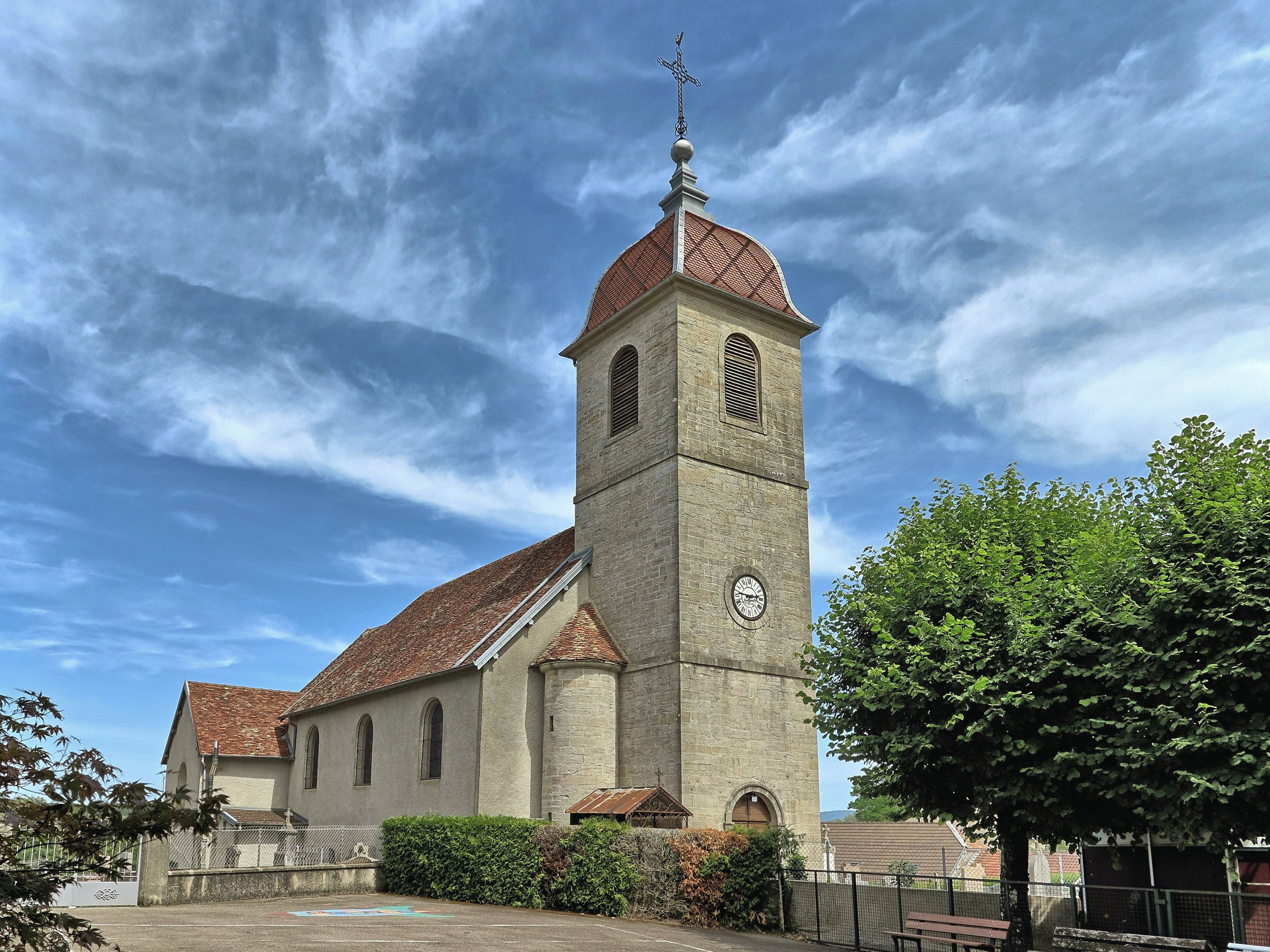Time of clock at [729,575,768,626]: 2:46
